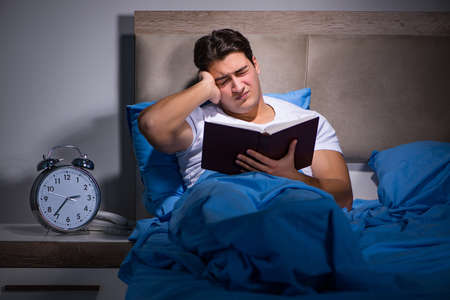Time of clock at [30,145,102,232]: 2:36
